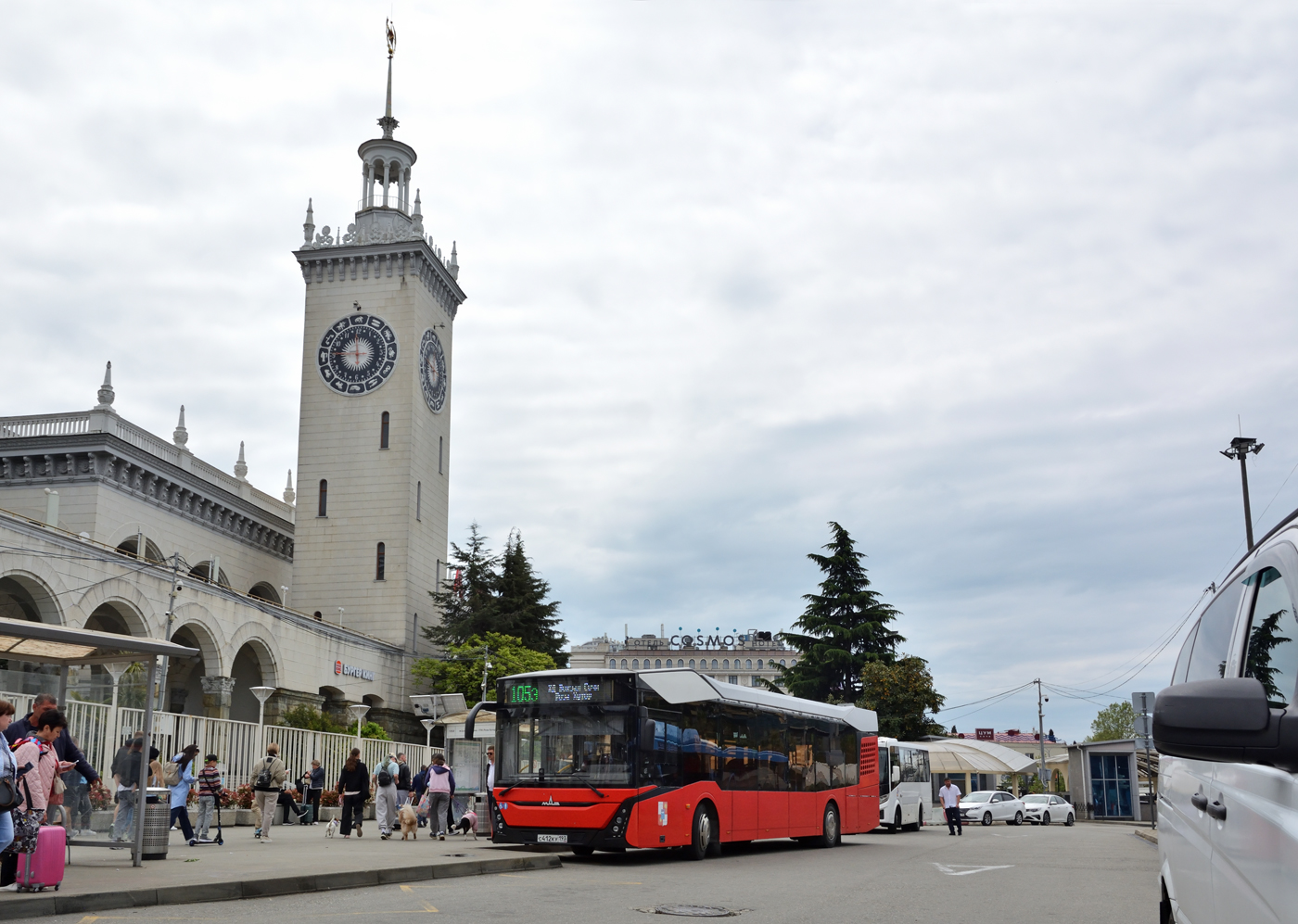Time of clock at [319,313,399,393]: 11:46
